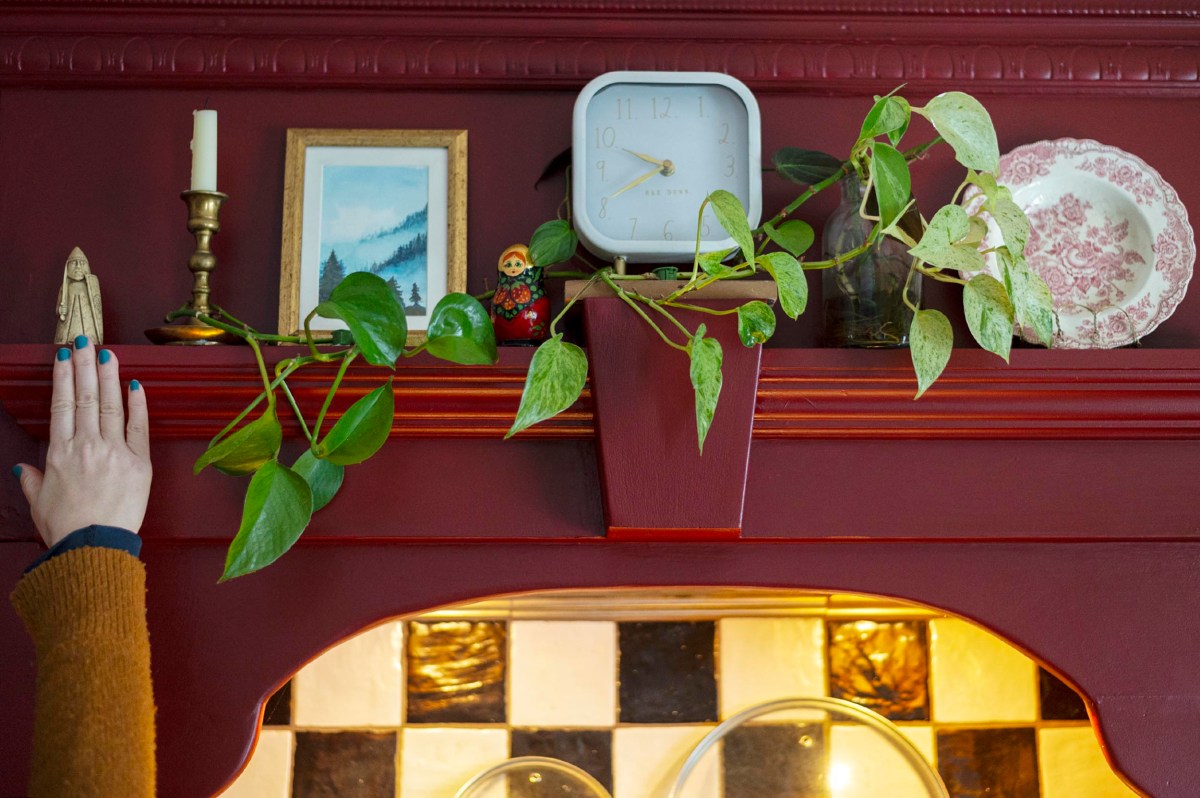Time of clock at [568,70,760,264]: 9:41
